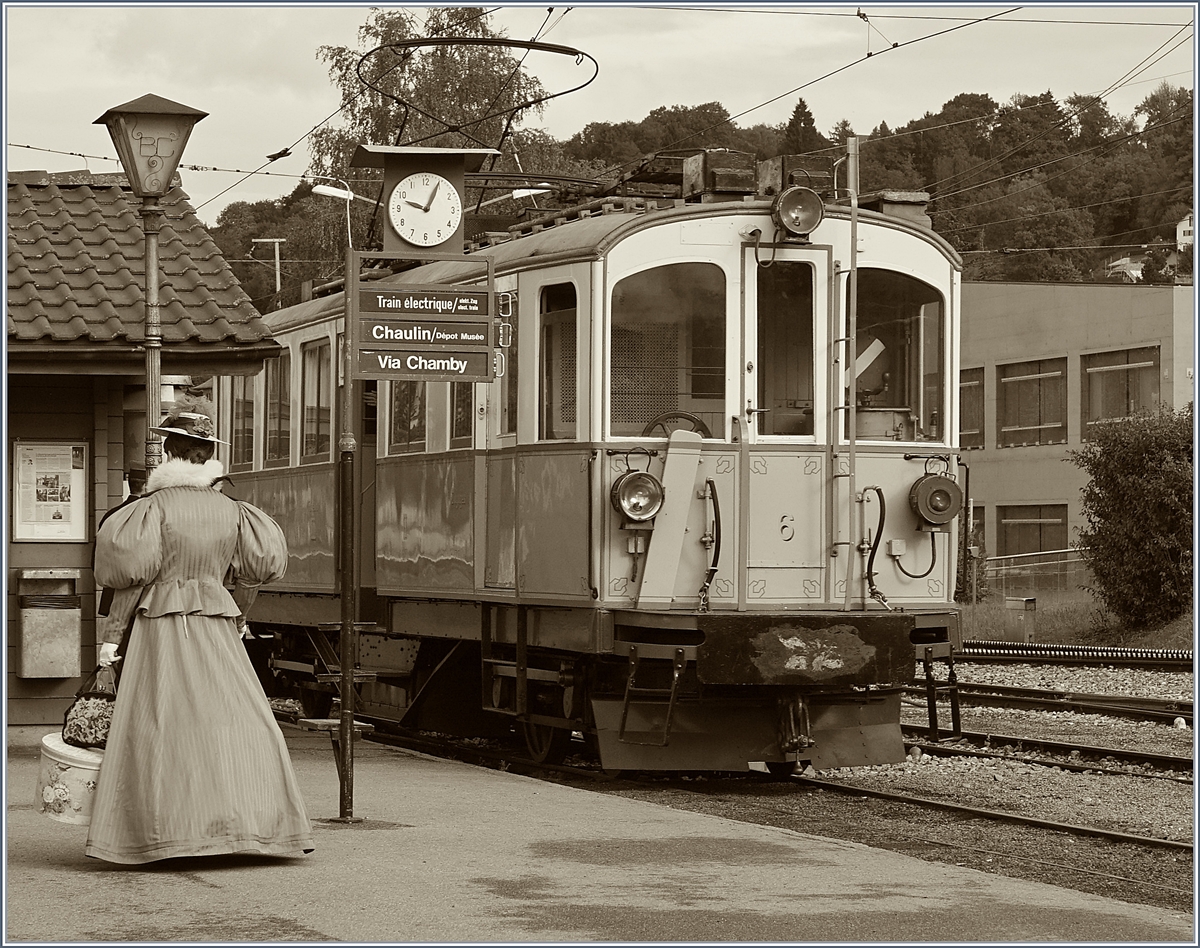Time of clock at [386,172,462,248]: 12:48
